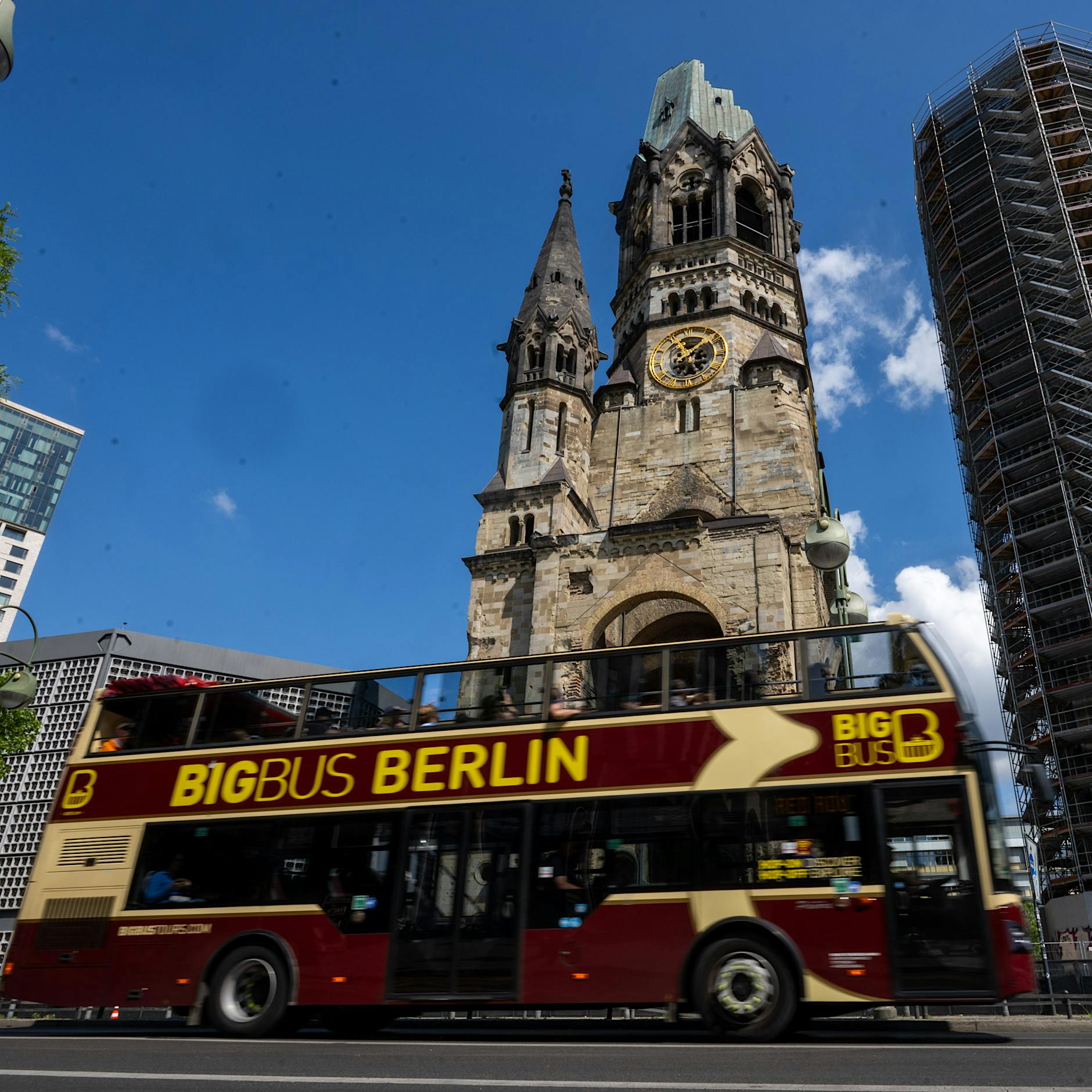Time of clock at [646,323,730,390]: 11:07
